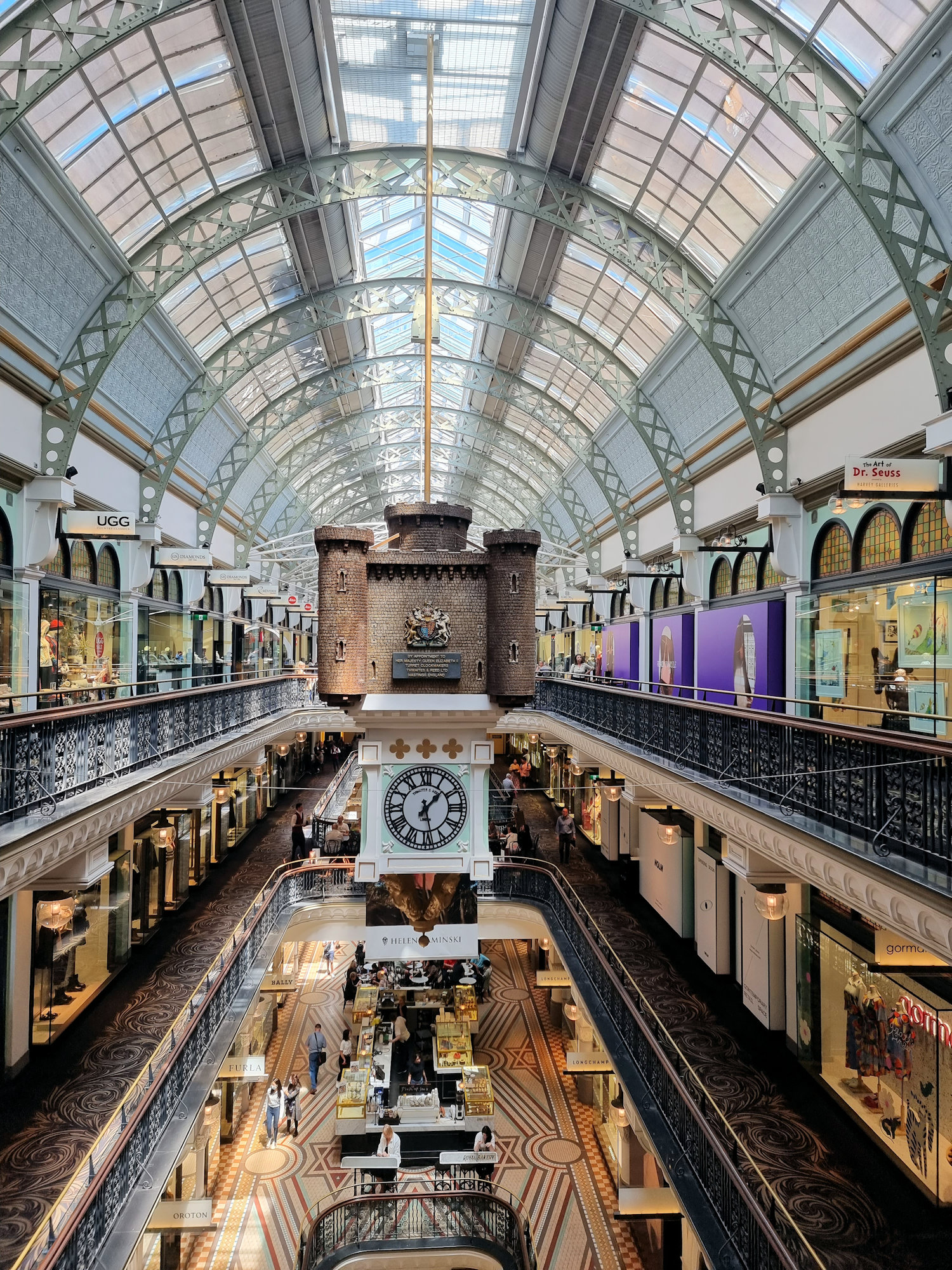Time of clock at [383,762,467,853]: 1:28
